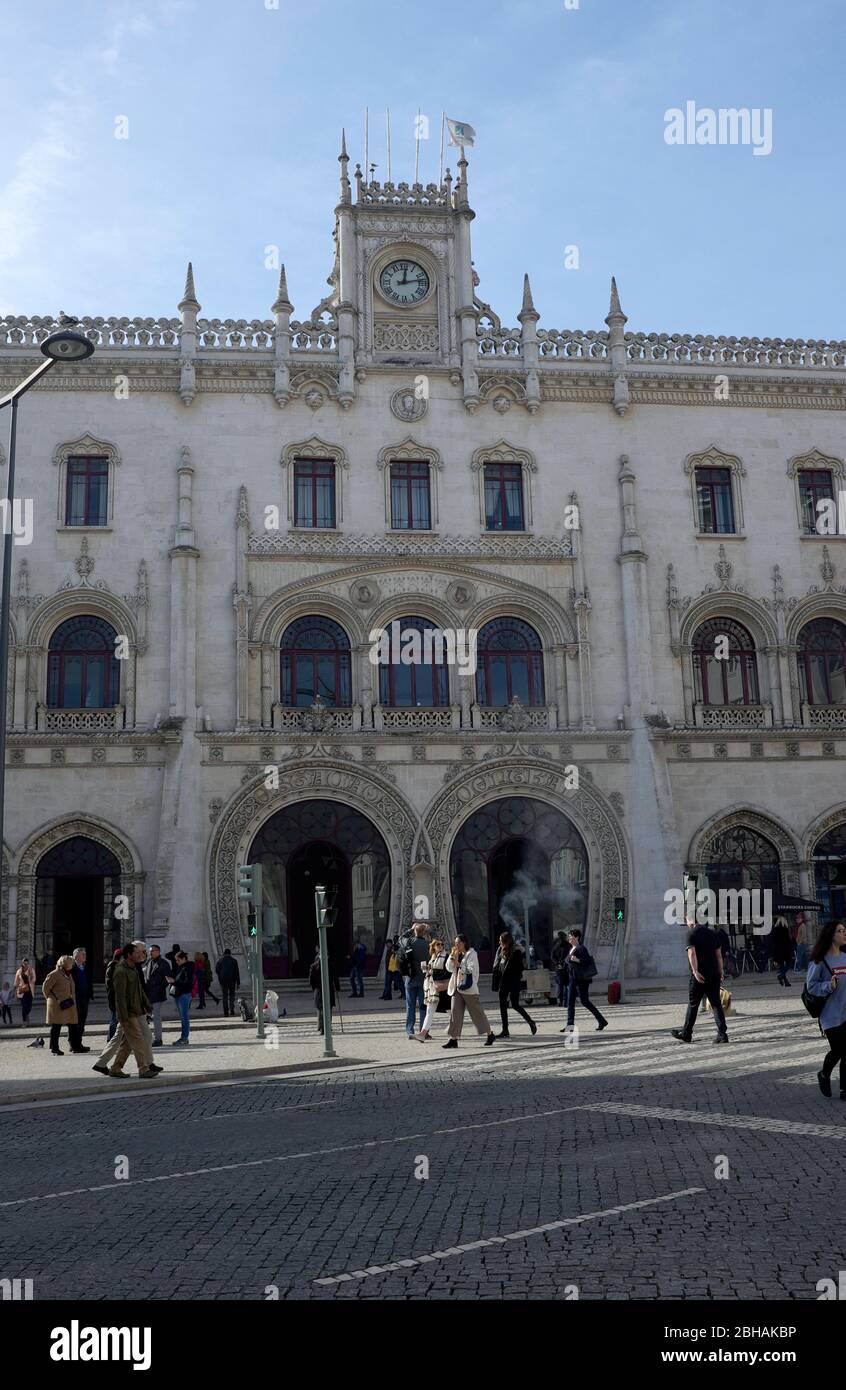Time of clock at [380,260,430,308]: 12:12
